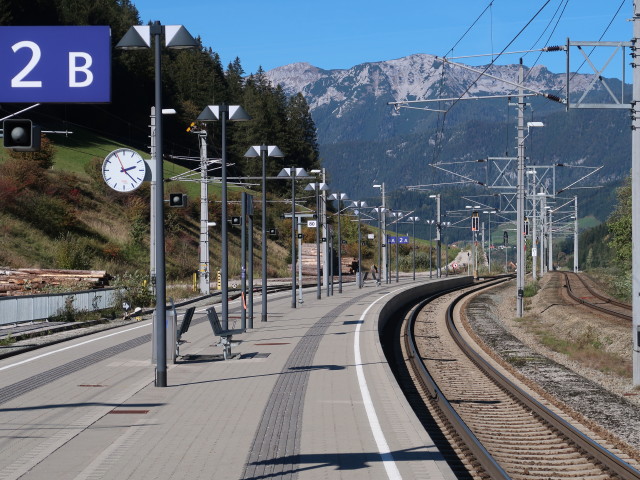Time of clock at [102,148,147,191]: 2:22
